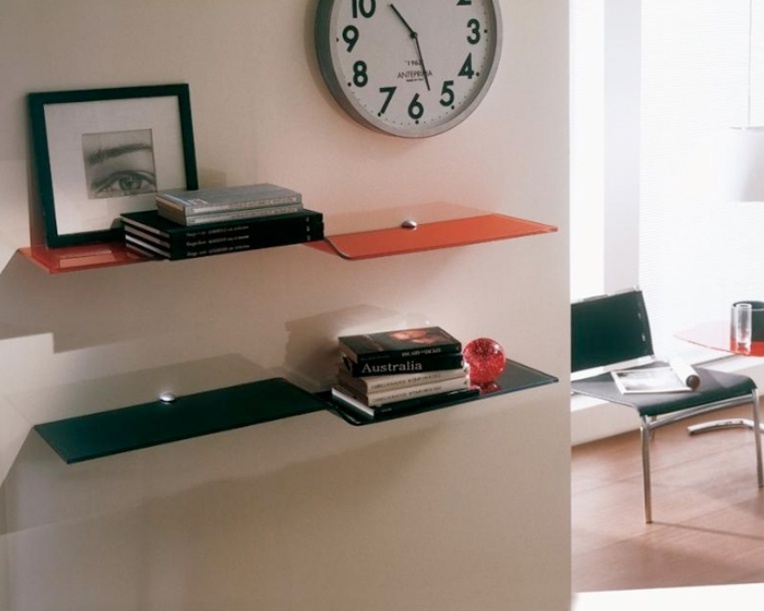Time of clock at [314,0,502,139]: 10:27
